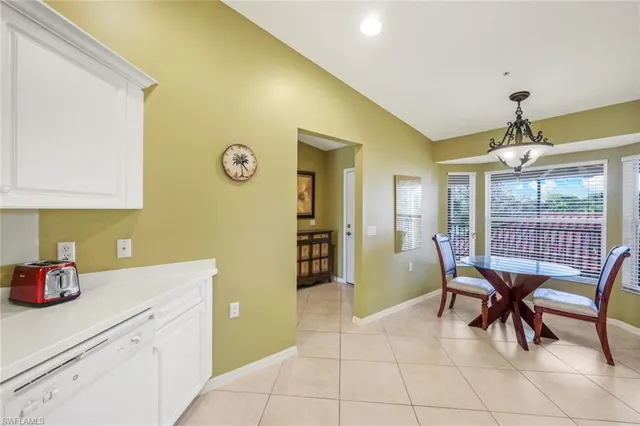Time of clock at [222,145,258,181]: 2:23
